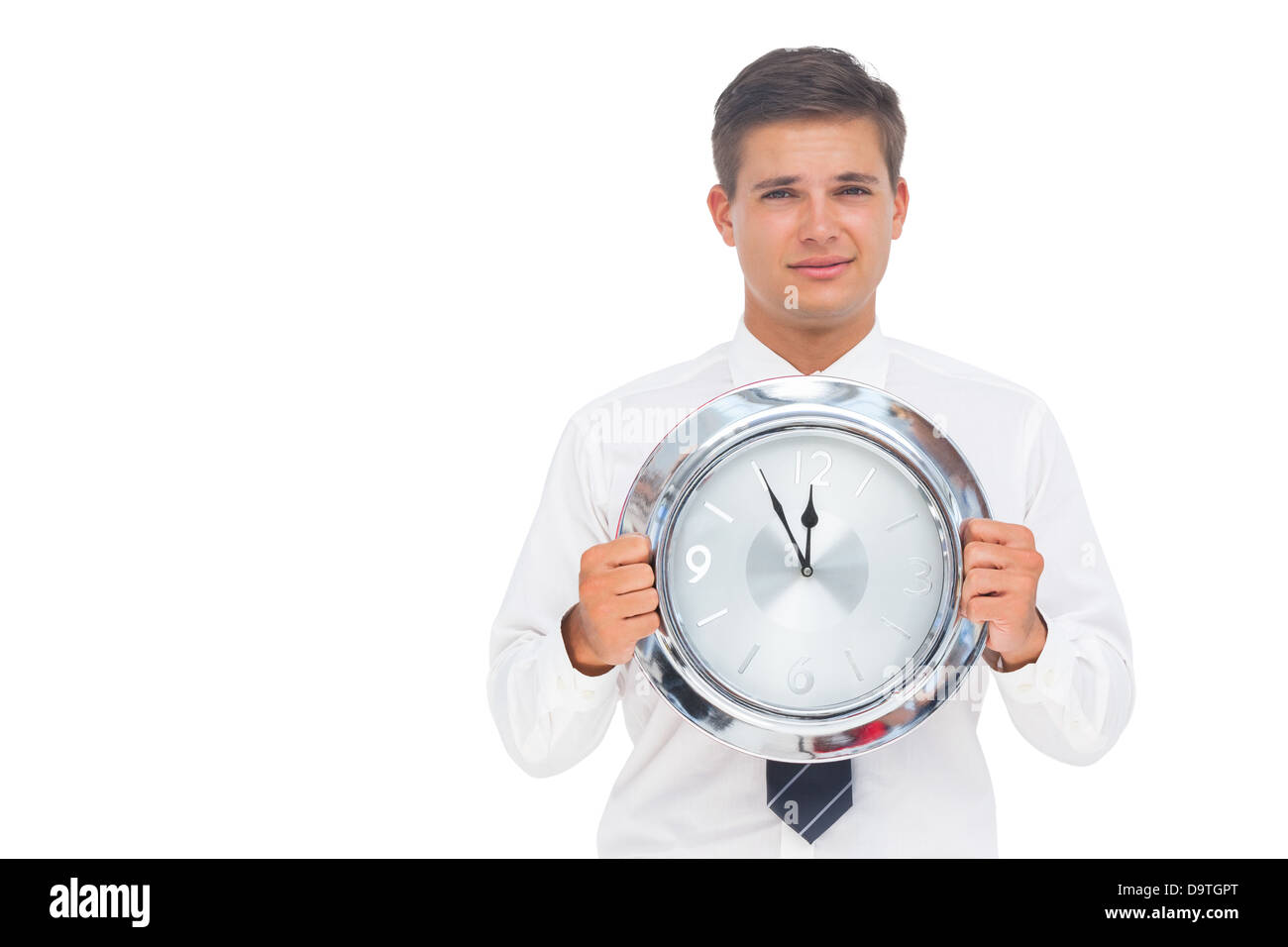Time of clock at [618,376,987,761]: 11:55
